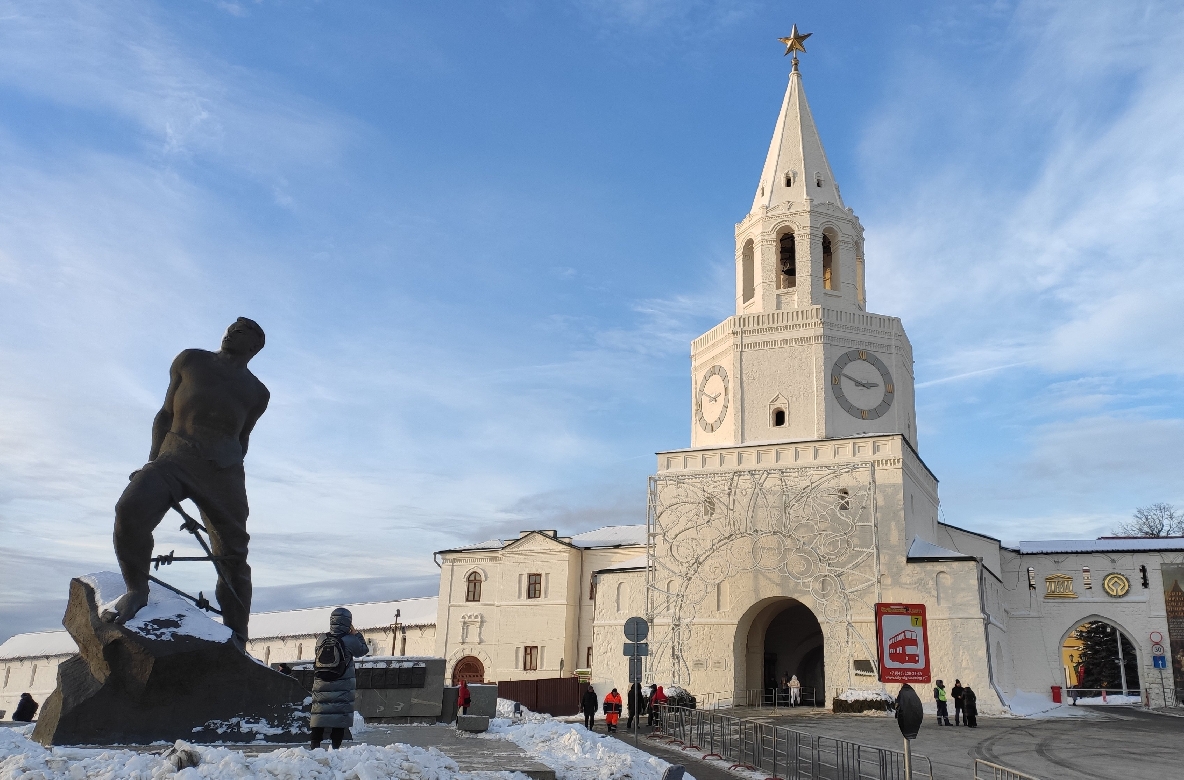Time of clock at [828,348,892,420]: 2:48
